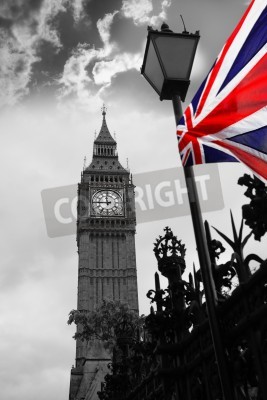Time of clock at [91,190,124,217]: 11:45
